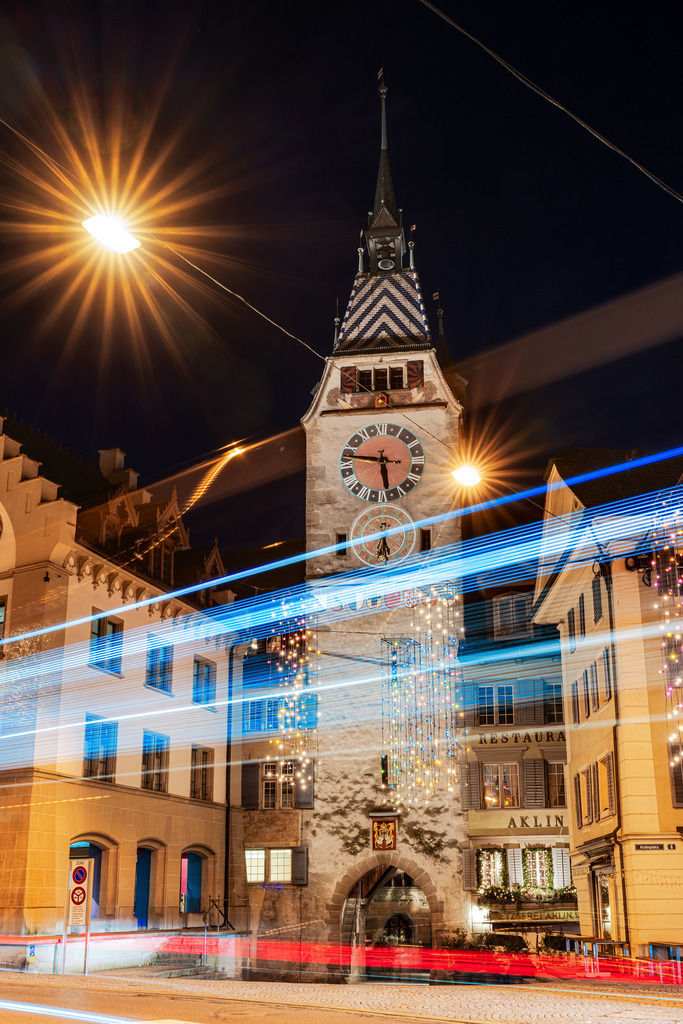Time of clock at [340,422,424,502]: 5:45
